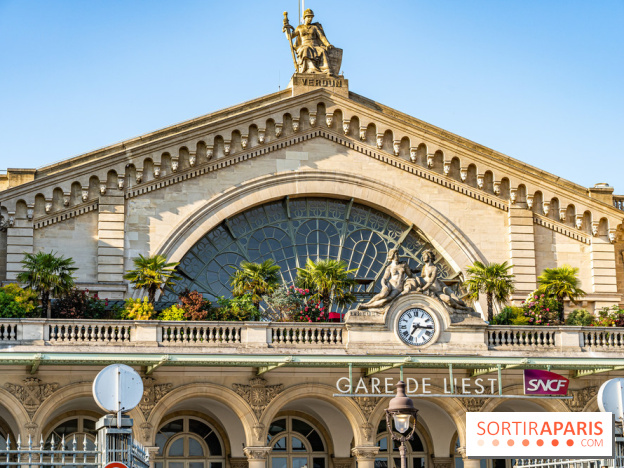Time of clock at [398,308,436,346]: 7:16
